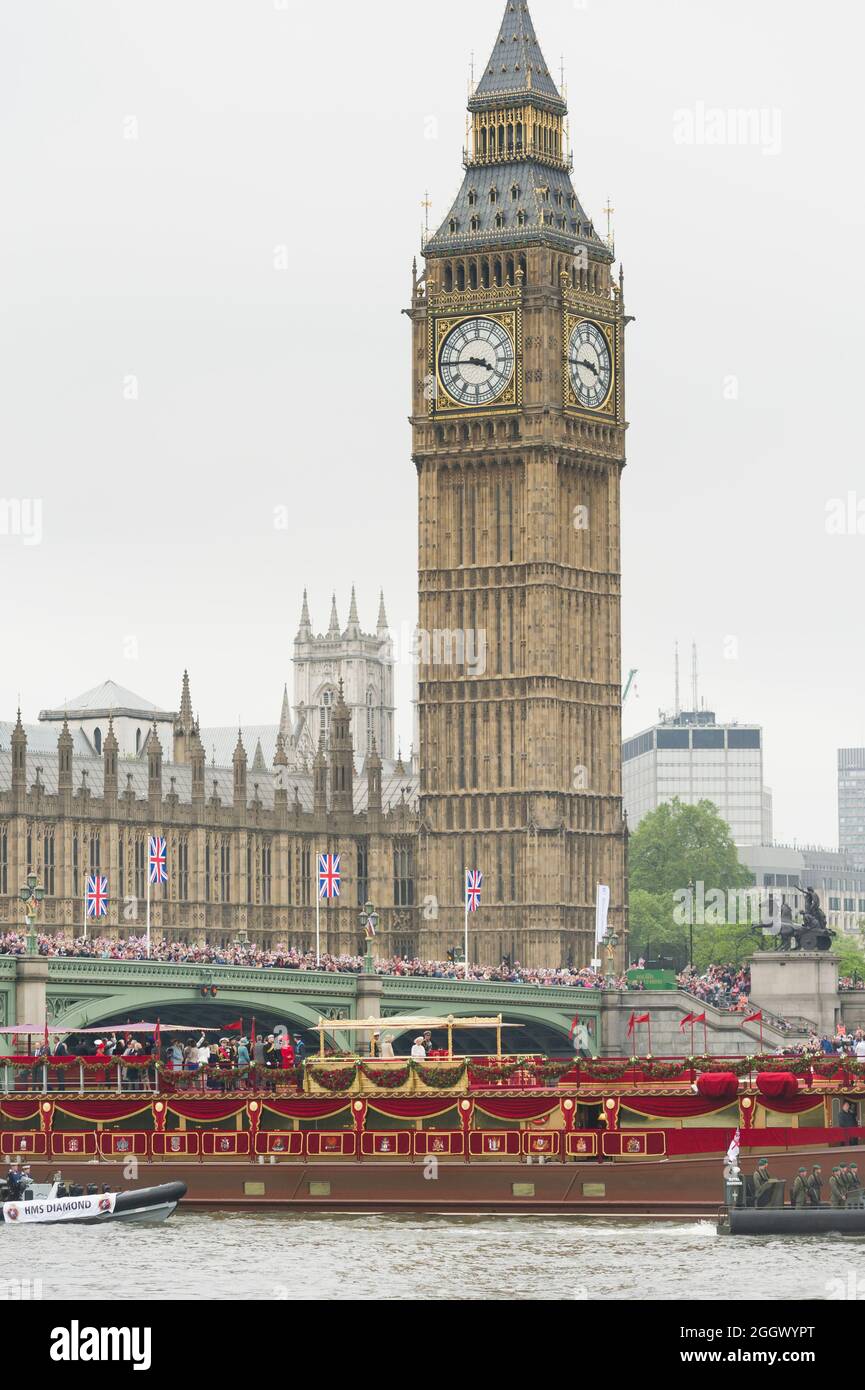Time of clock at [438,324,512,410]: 3:45
